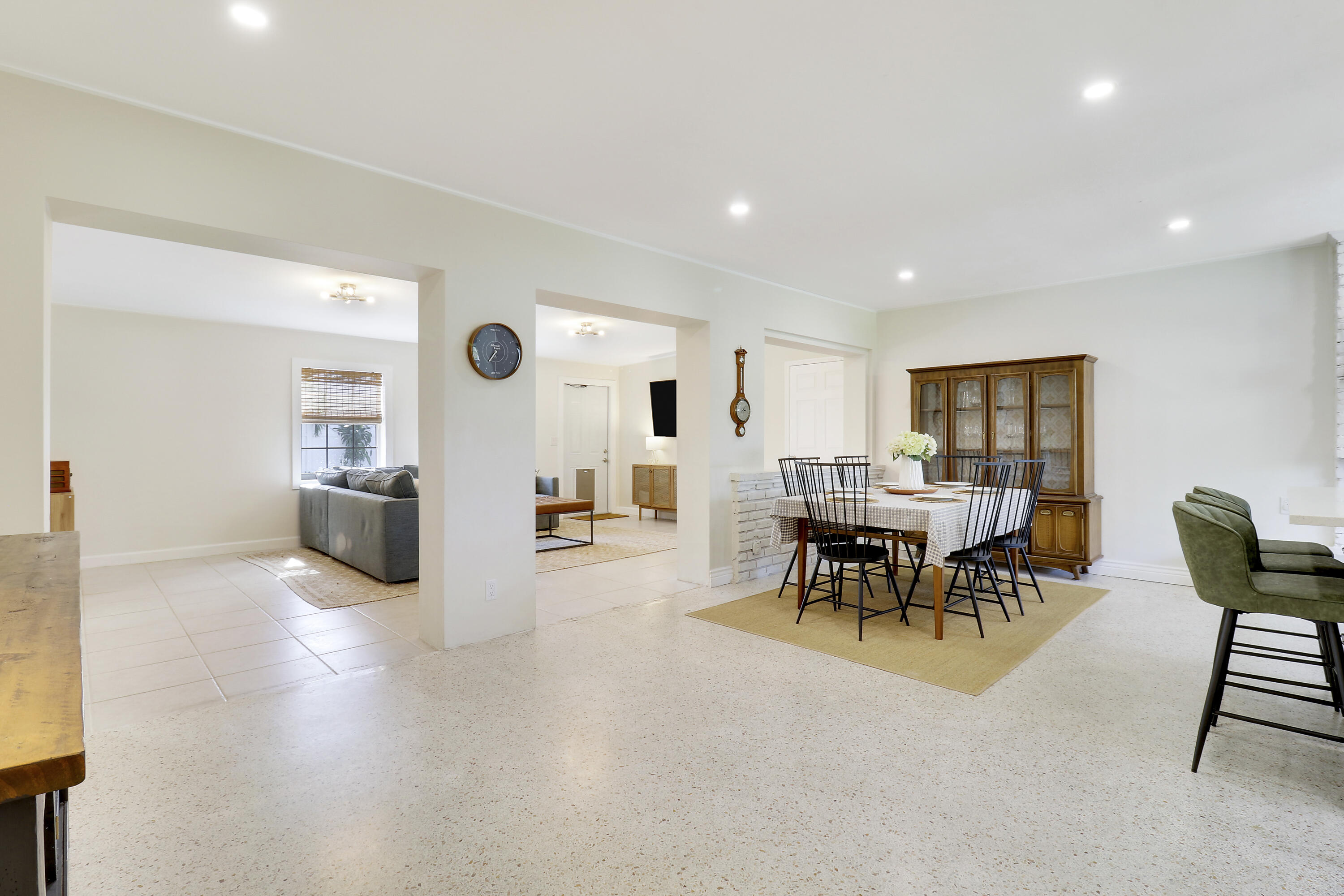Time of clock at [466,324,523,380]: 7:00
